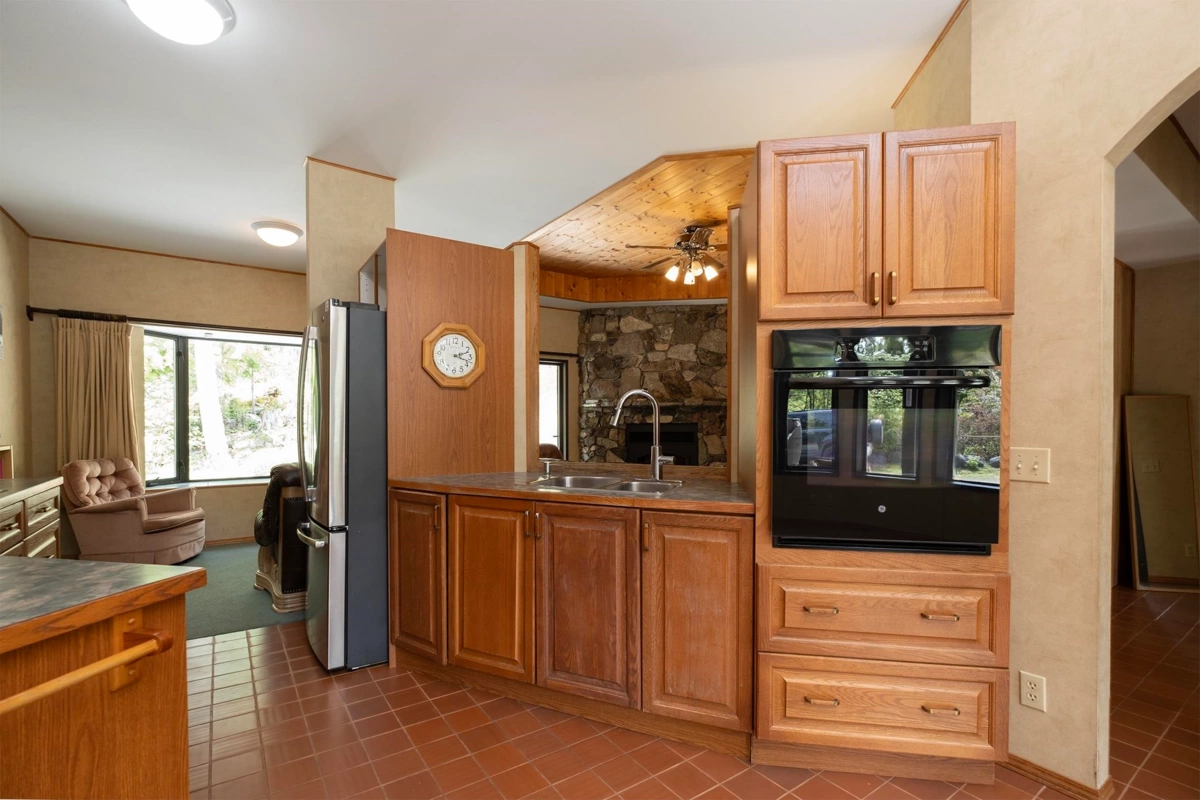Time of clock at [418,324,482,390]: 2:17
